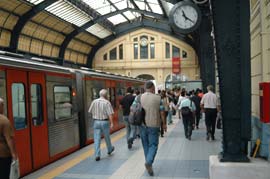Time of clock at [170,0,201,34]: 11:21
